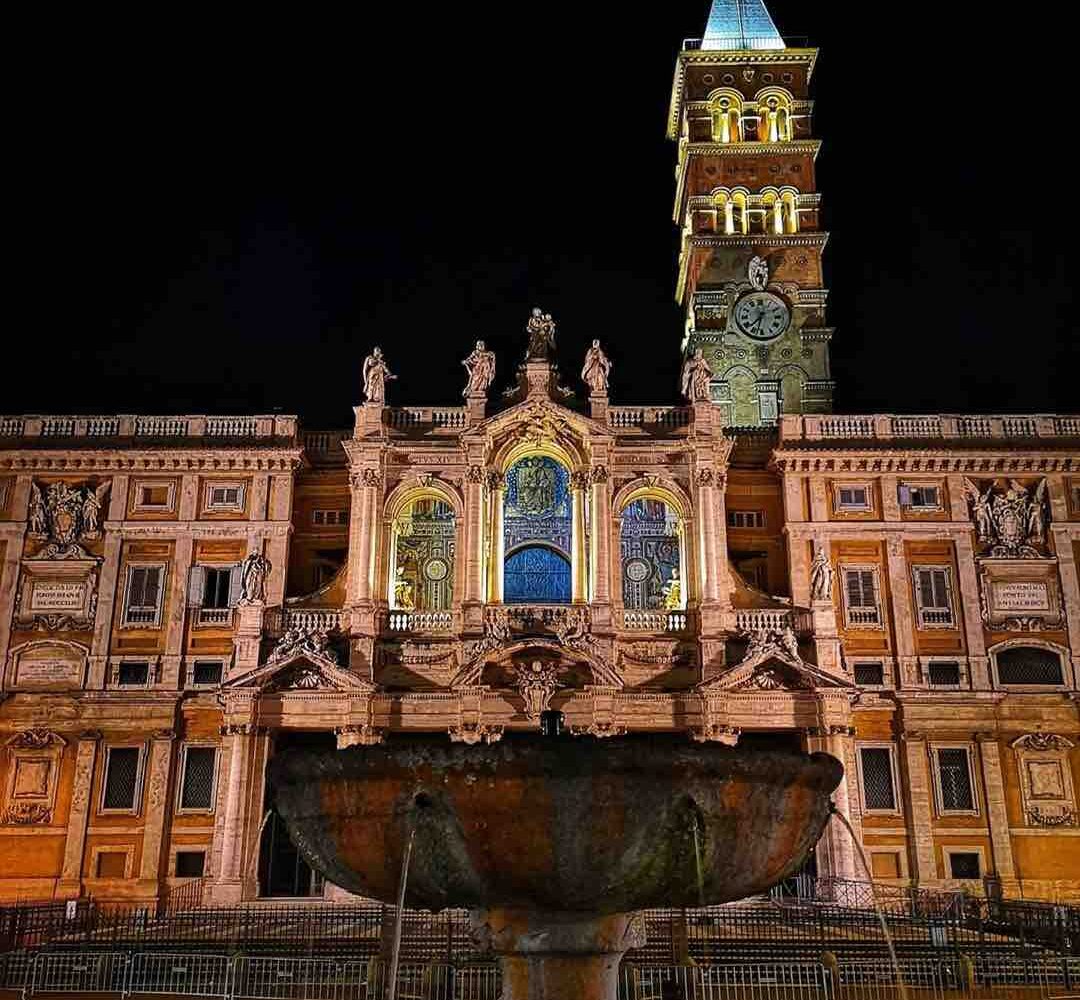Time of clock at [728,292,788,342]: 7:32
